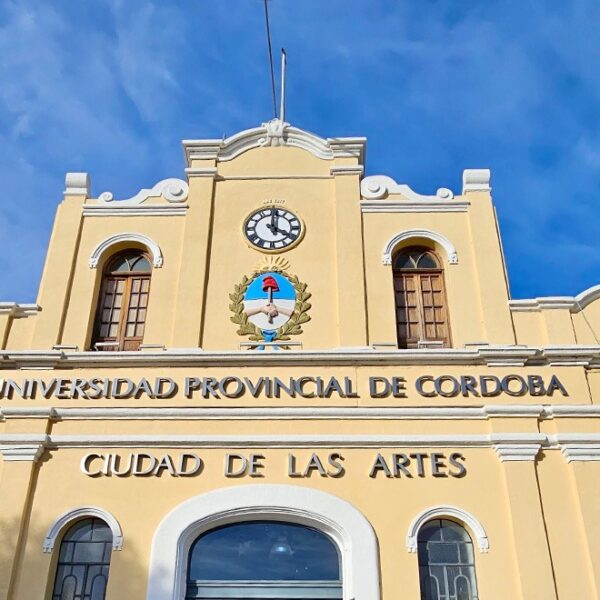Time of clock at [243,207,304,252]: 4:00
